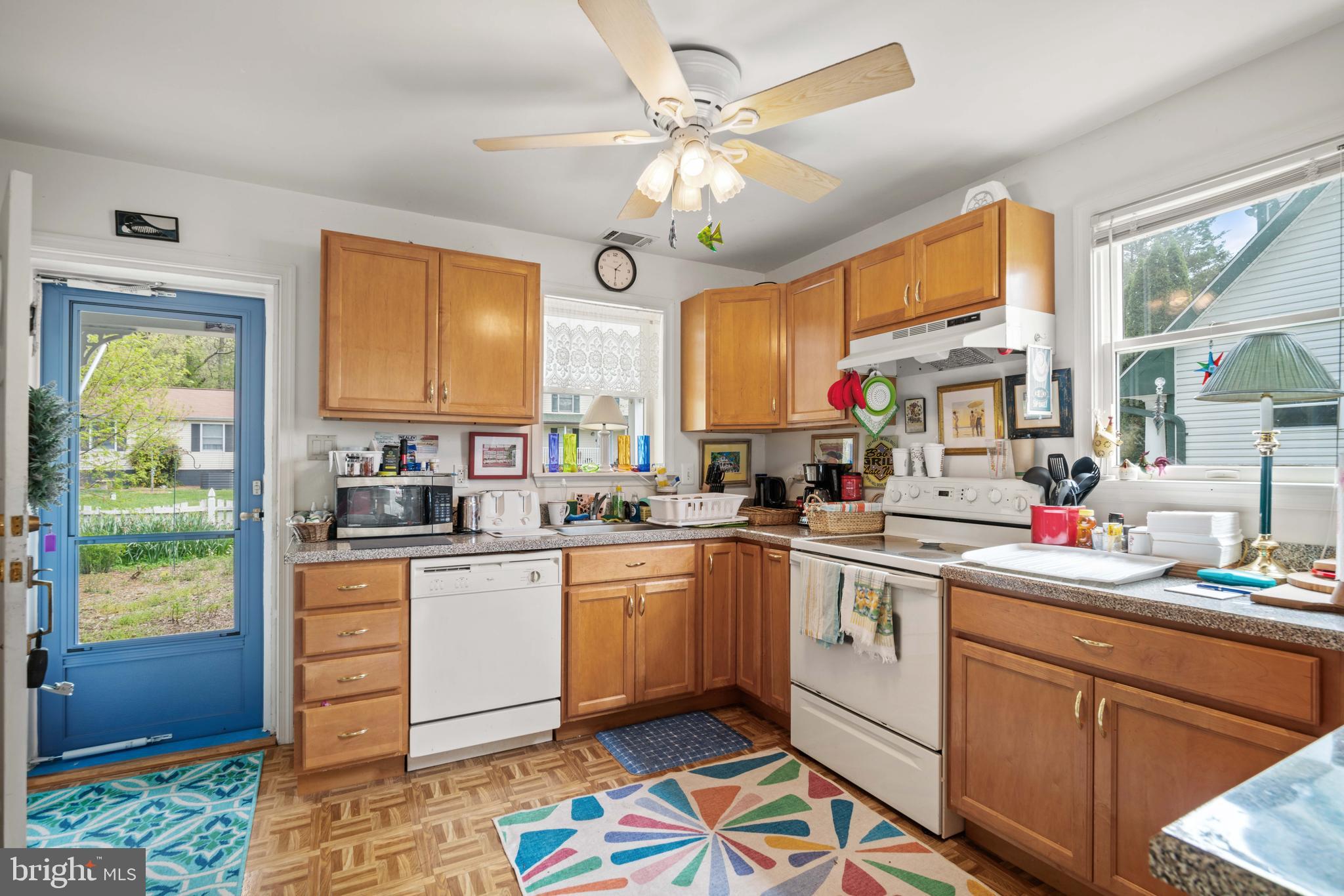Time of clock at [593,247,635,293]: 1:30
